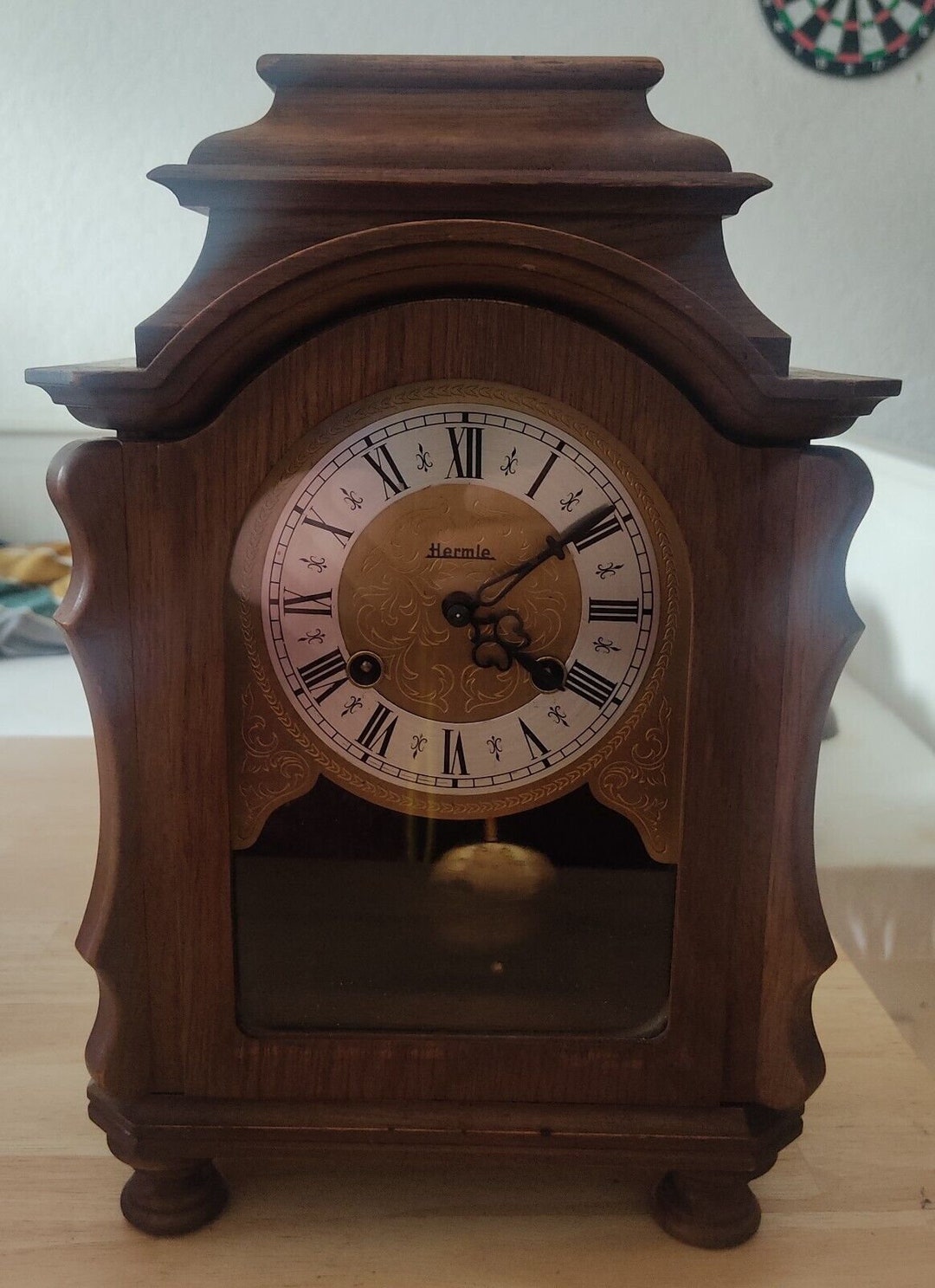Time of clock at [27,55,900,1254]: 4:09
